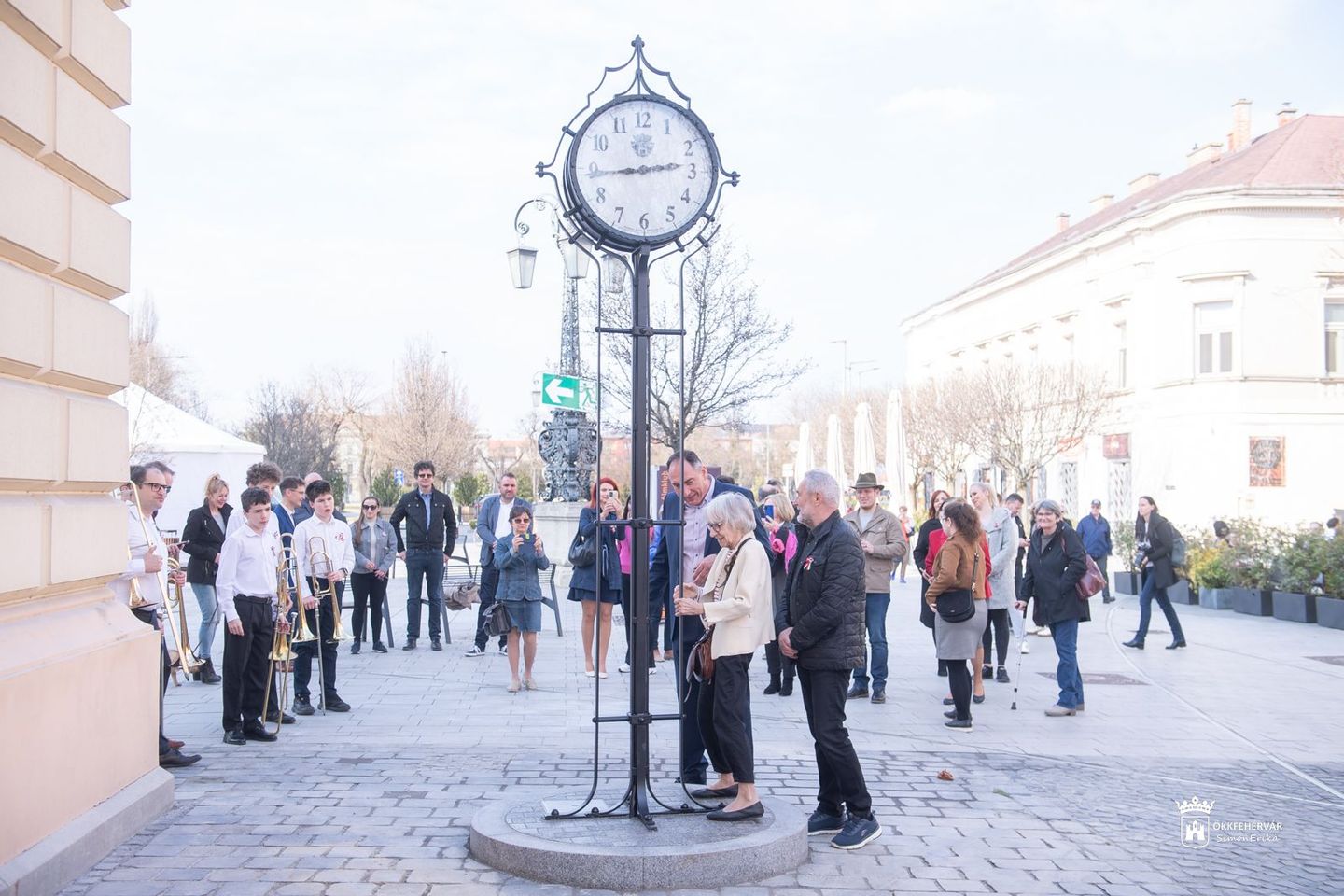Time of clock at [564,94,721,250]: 2:44
